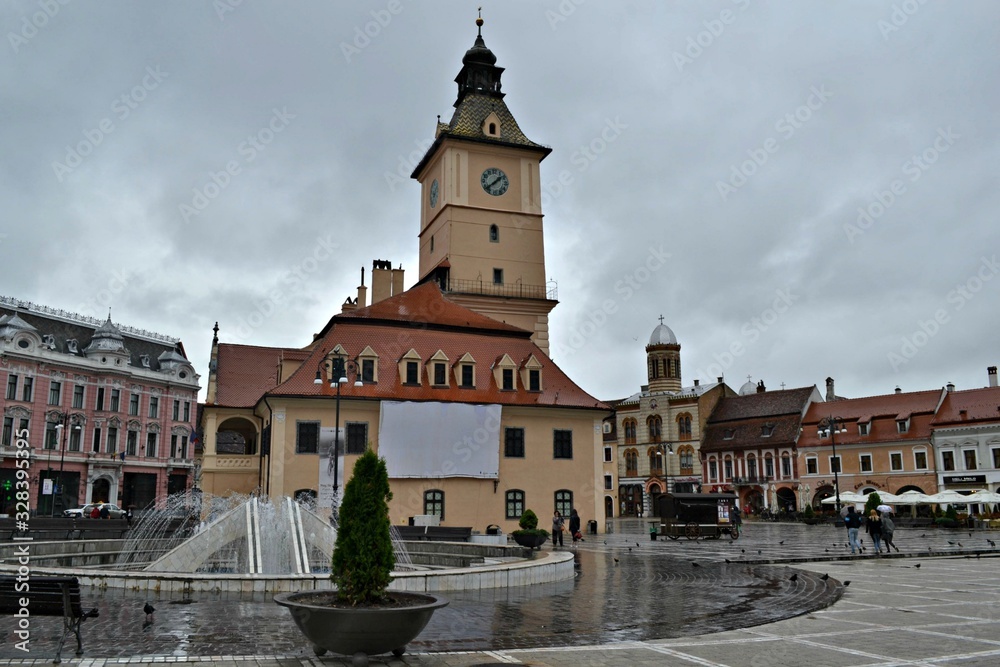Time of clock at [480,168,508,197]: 1:38
